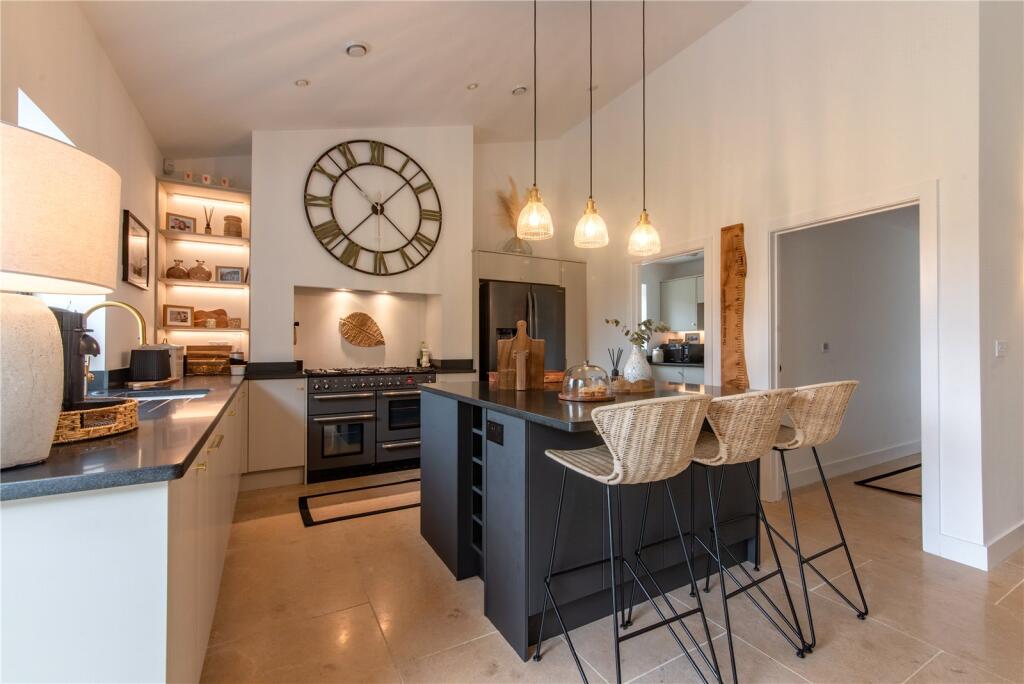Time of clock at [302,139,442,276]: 1:37
